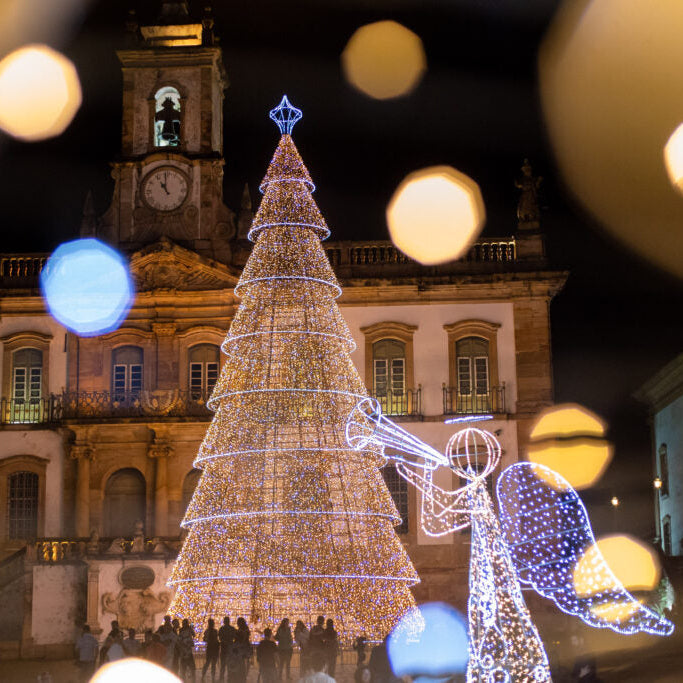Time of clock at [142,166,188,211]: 10:59
